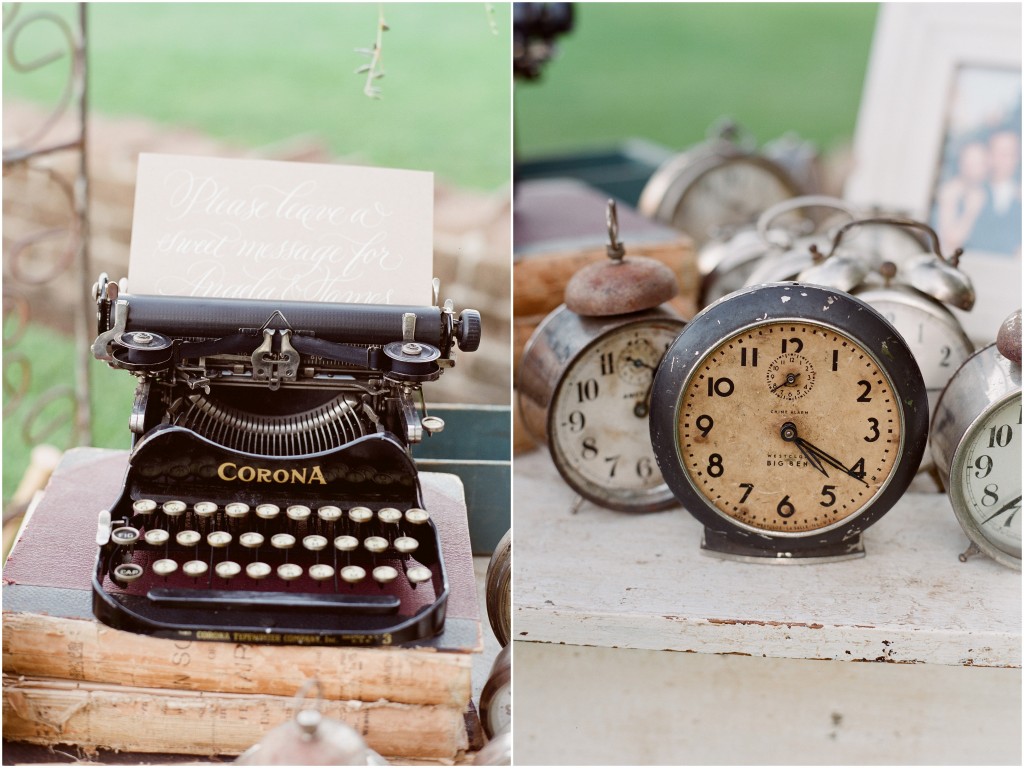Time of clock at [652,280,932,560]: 4:20
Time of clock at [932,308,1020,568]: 4:20
